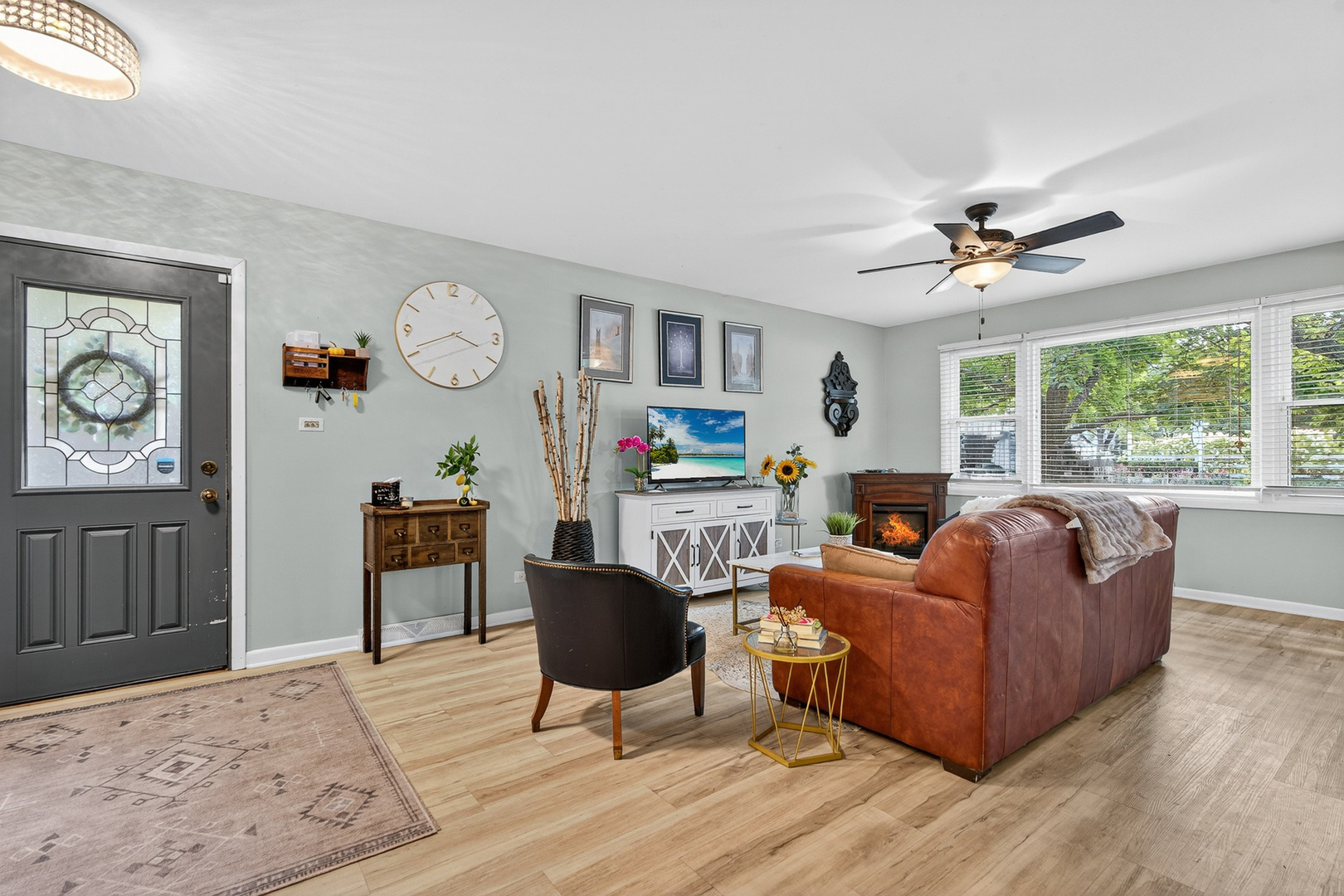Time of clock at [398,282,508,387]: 3:41
